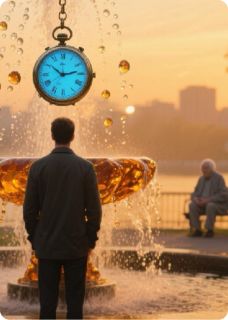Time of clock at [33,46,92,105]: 10:13
